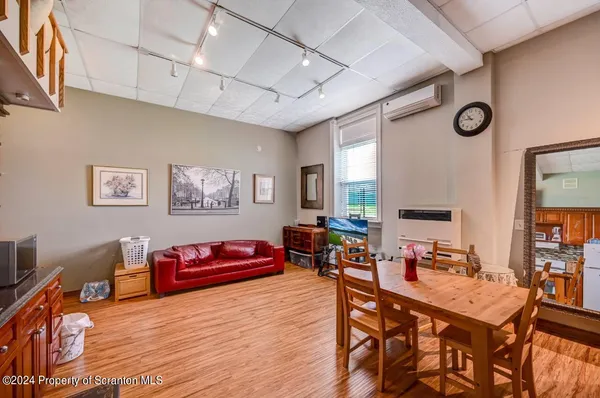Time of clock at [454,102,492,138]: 10:46
